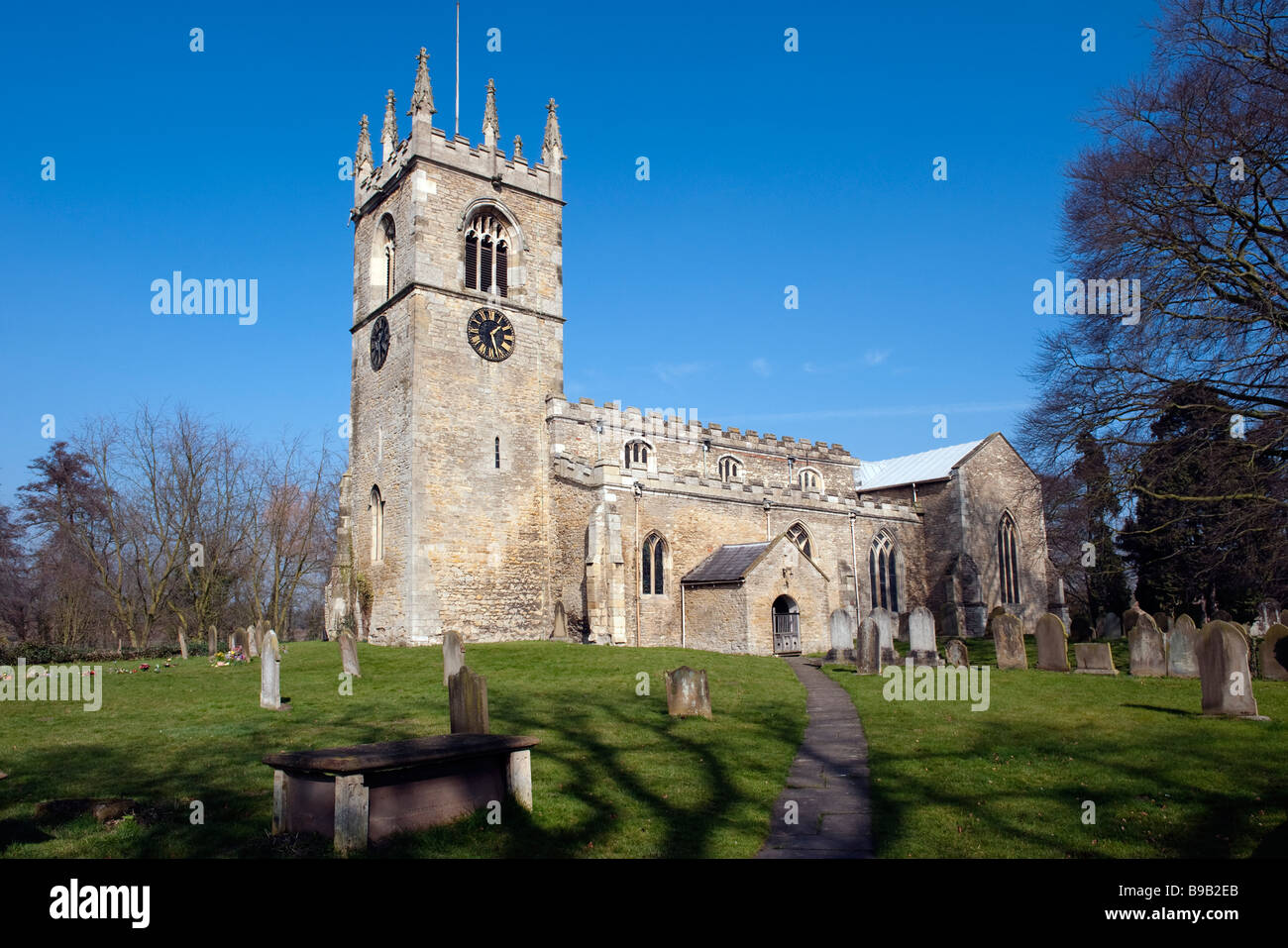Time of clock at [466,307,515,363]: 1:28
